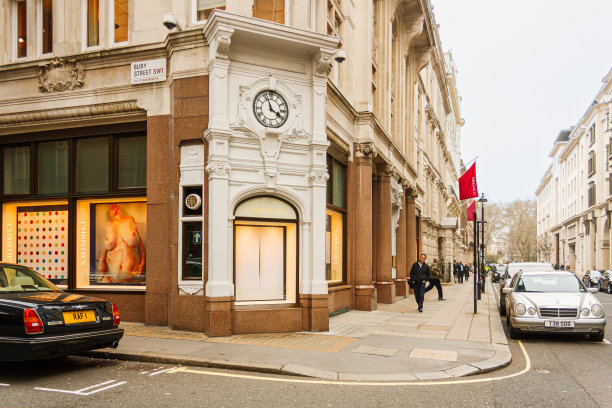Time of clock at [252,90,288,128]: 3:56
